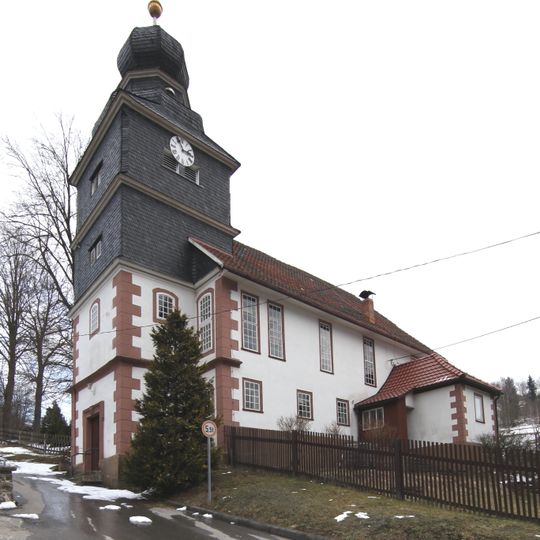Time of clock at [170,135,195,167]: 2:56
